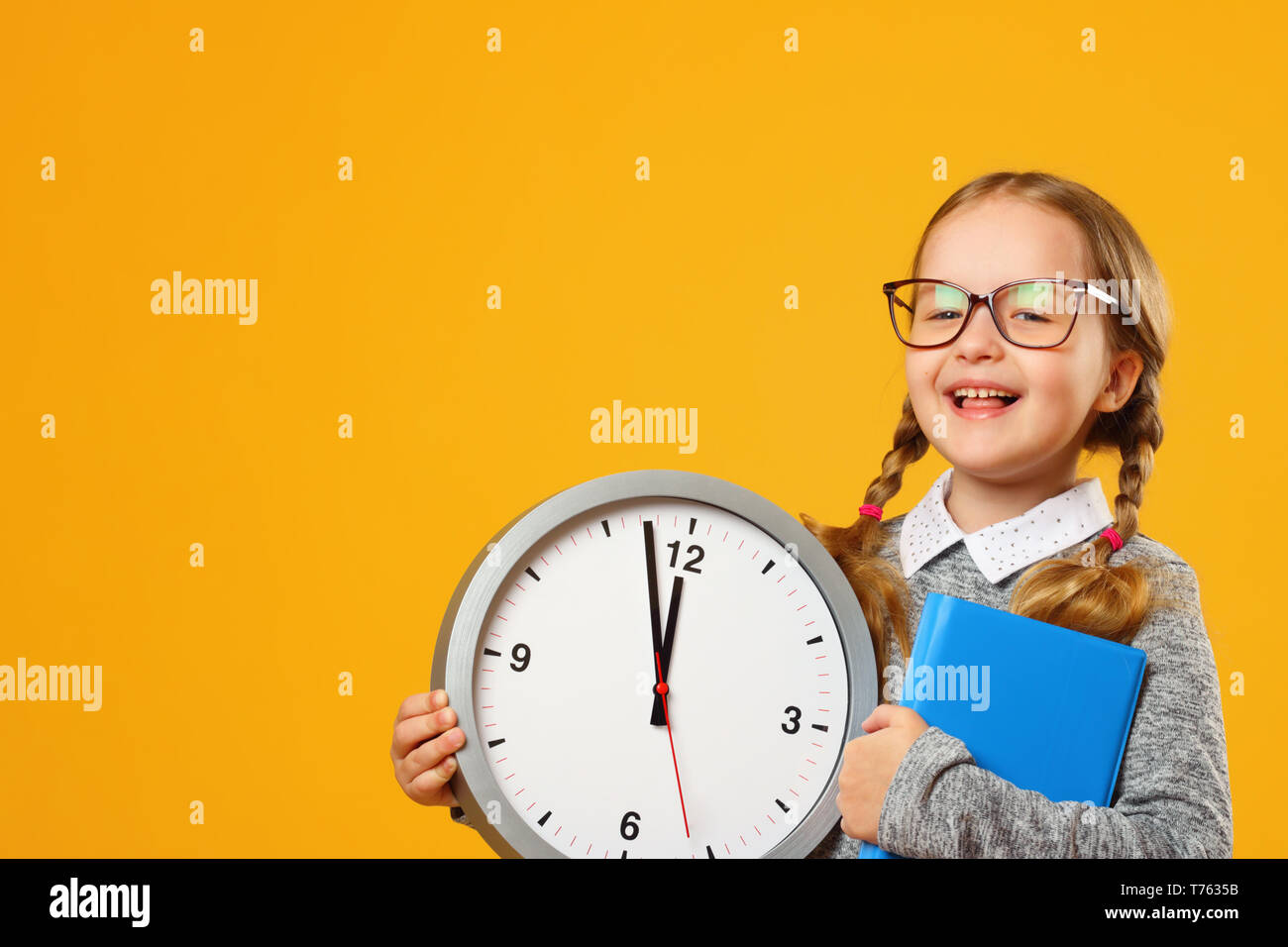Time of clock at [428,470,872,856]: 11:57
